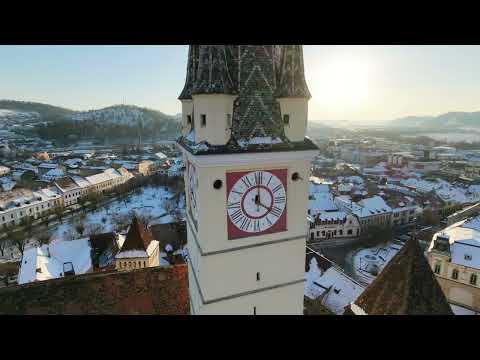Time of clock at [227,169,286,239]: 4:00
